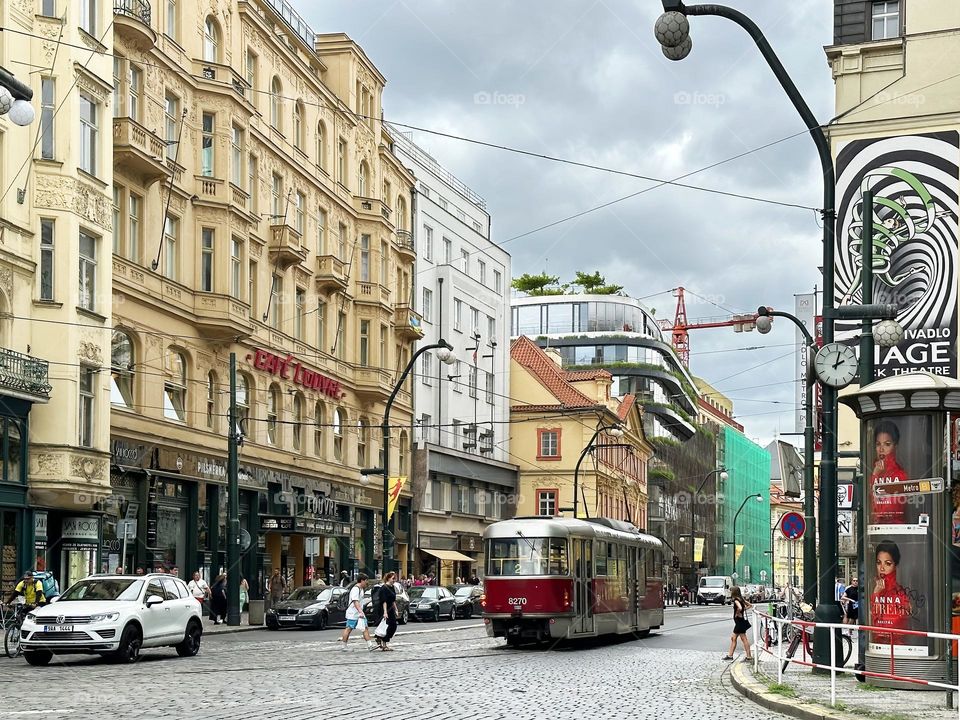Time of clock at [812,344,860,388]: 2:02
